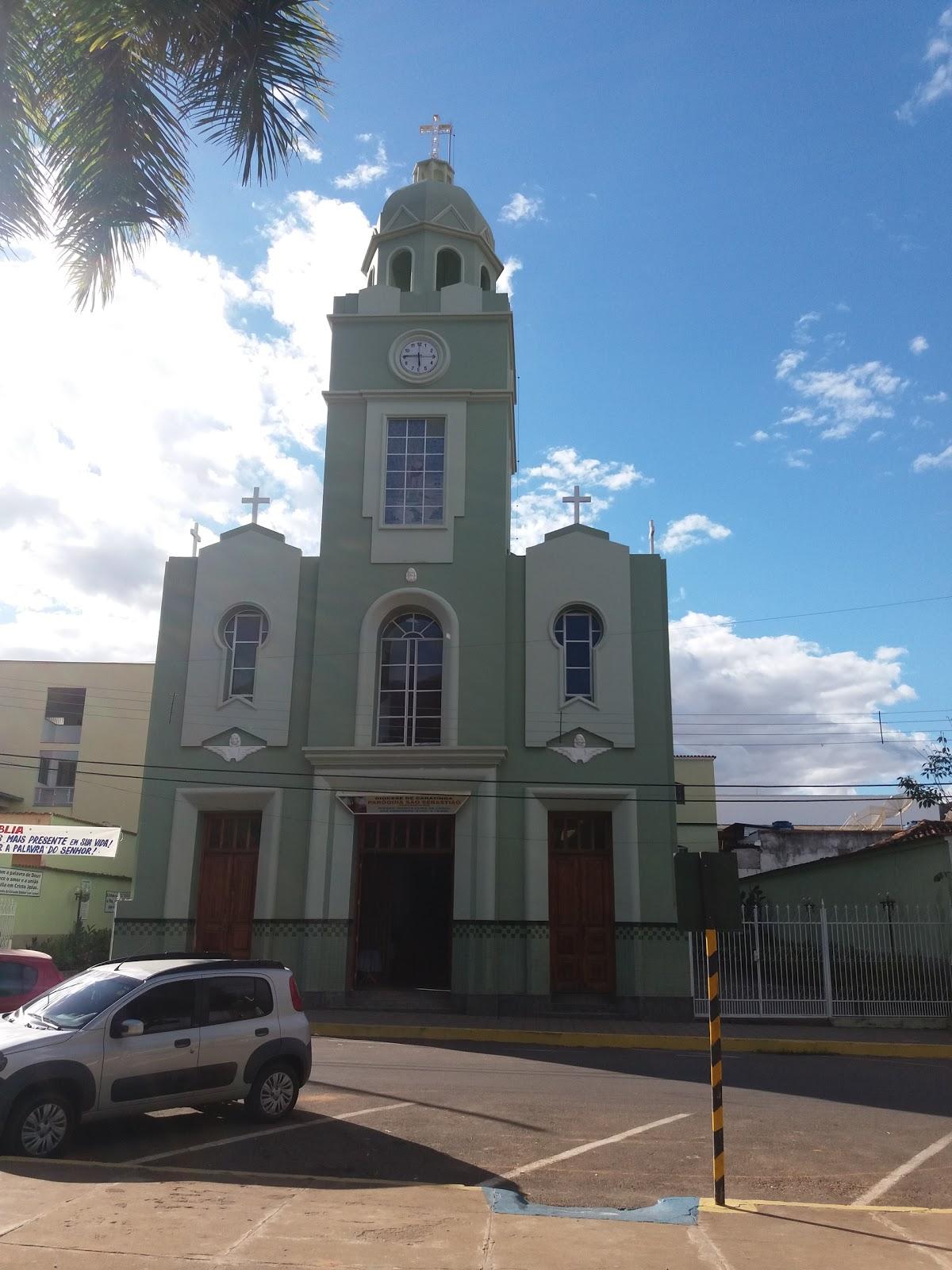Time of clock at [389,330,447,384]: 5:45
